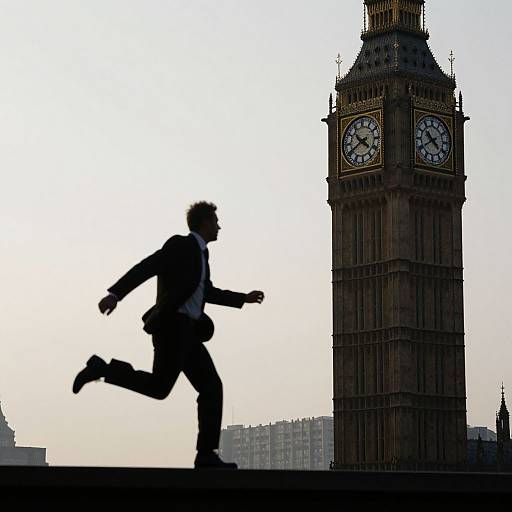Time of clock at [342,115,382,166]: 4:40
